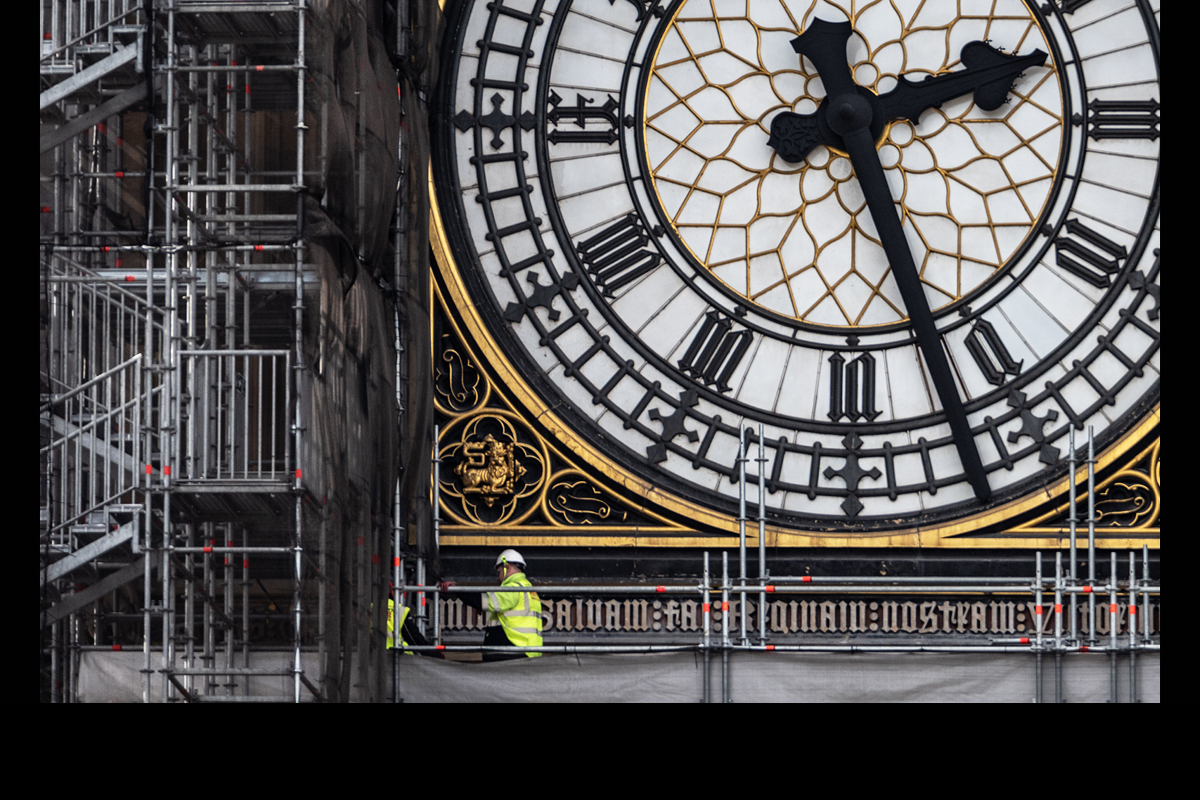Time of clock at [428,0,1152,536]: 2:26
